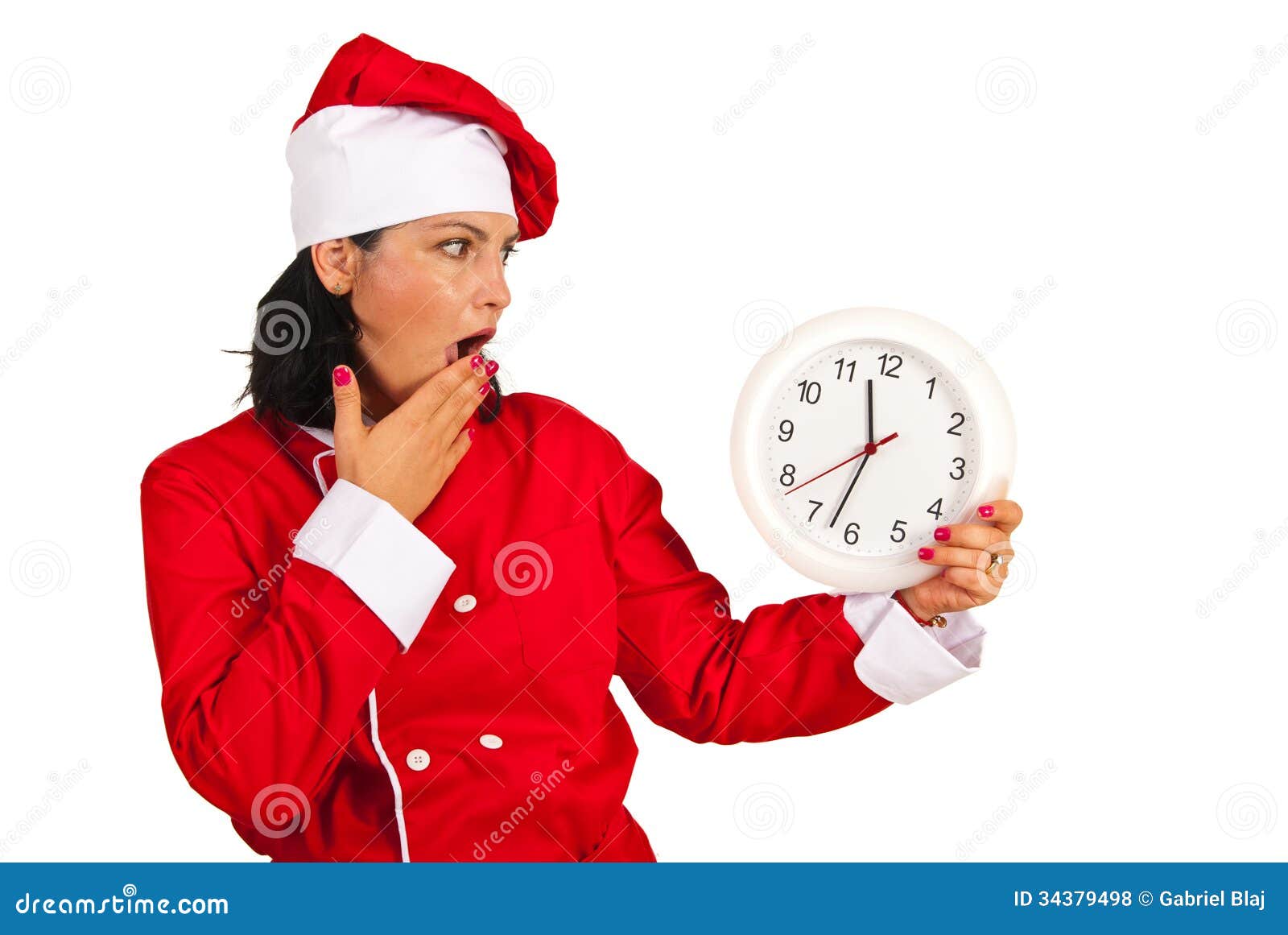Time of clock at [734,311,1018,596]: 11:32
